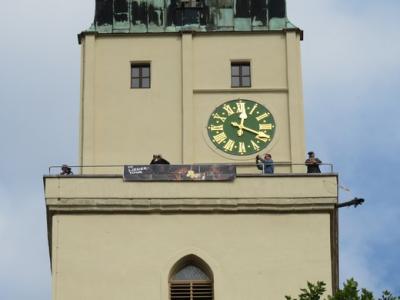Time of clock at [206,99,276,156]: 12:18
